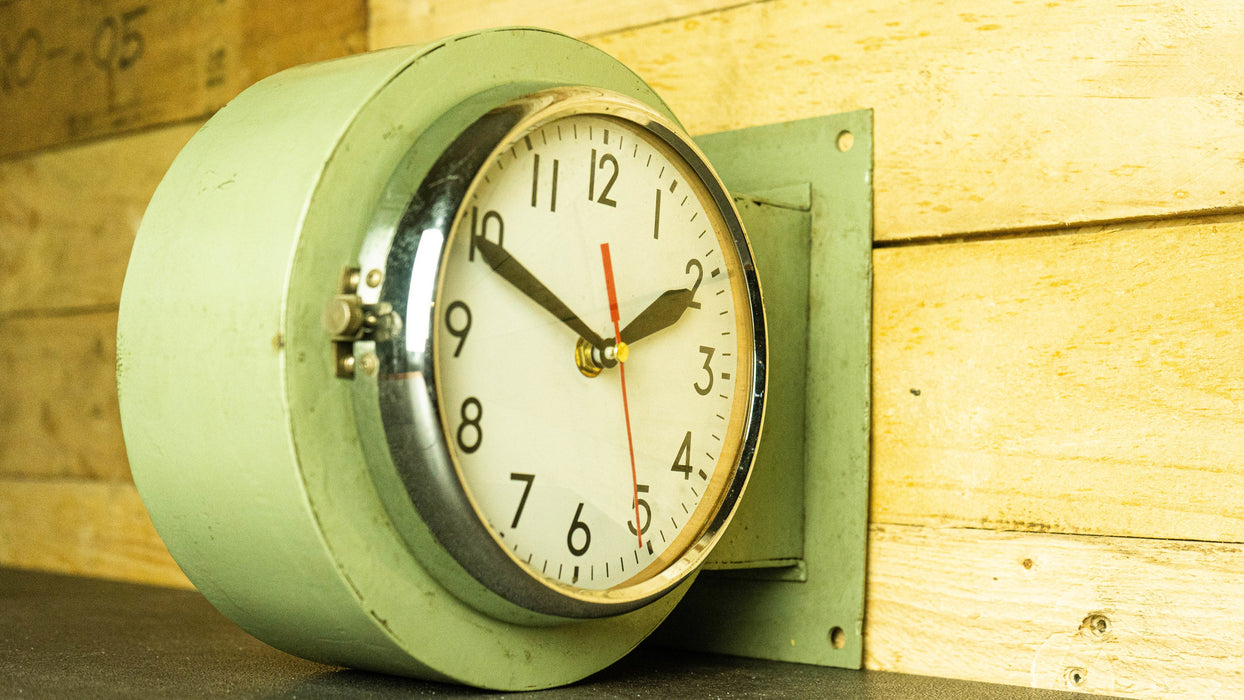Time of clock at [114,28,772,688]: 1:49
